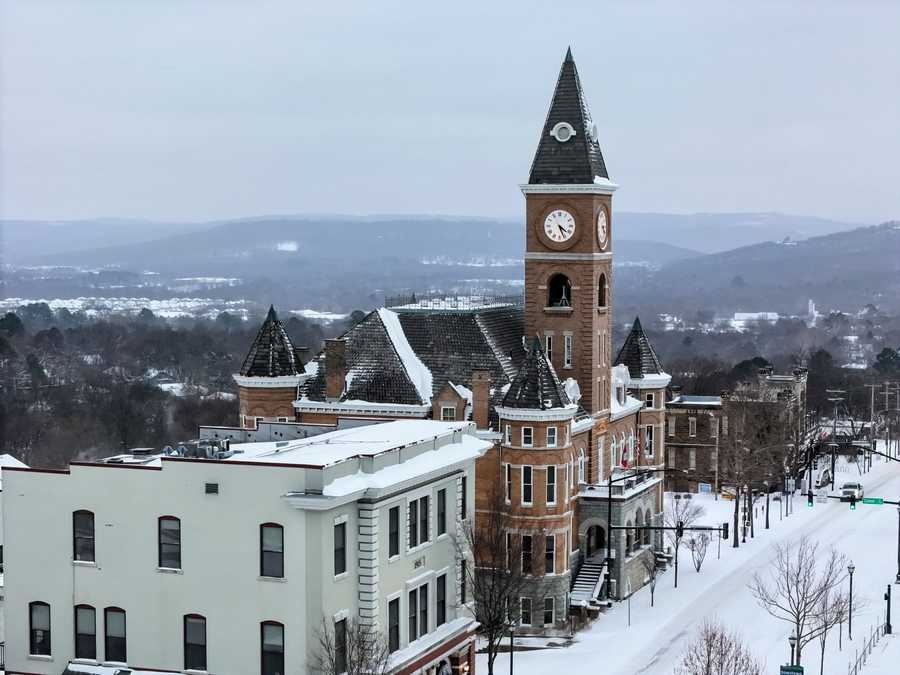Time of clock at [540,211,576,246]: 4:26
